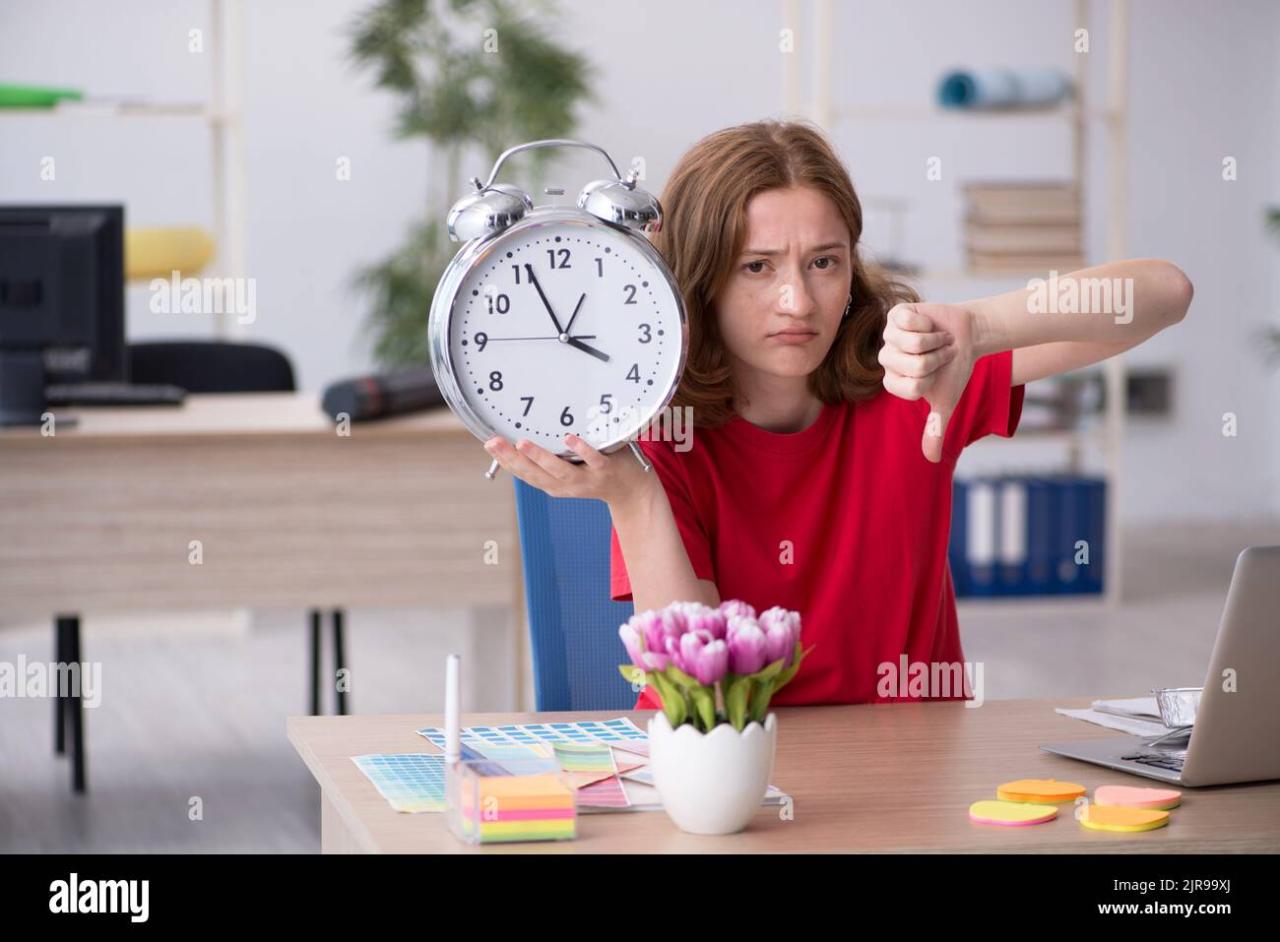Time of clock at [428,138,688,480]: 3:55
